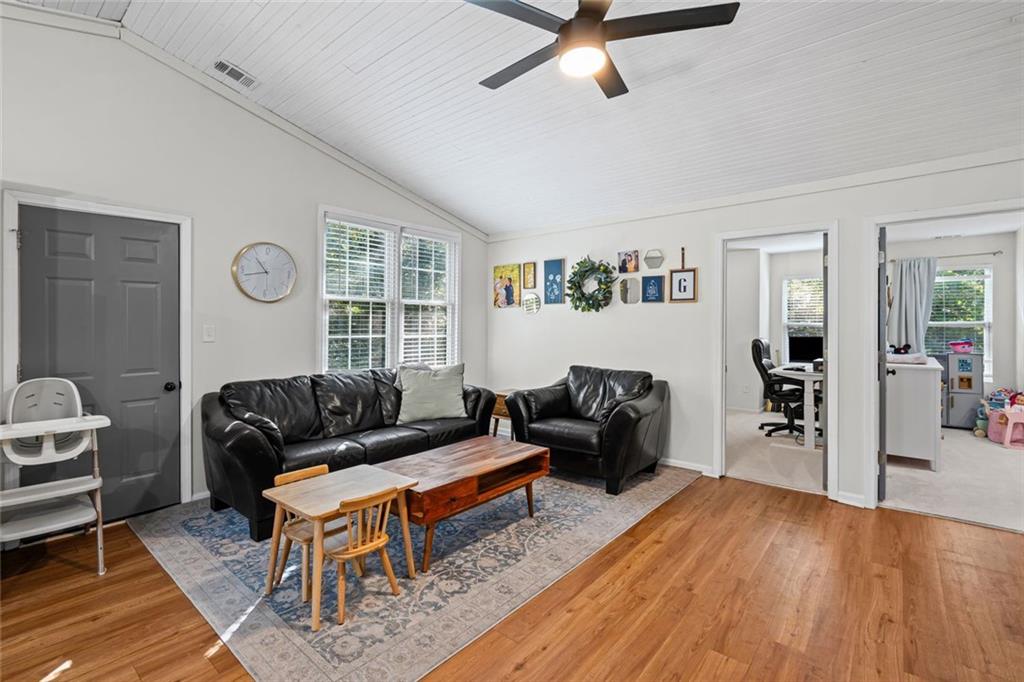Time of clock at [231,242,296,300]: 10:42
